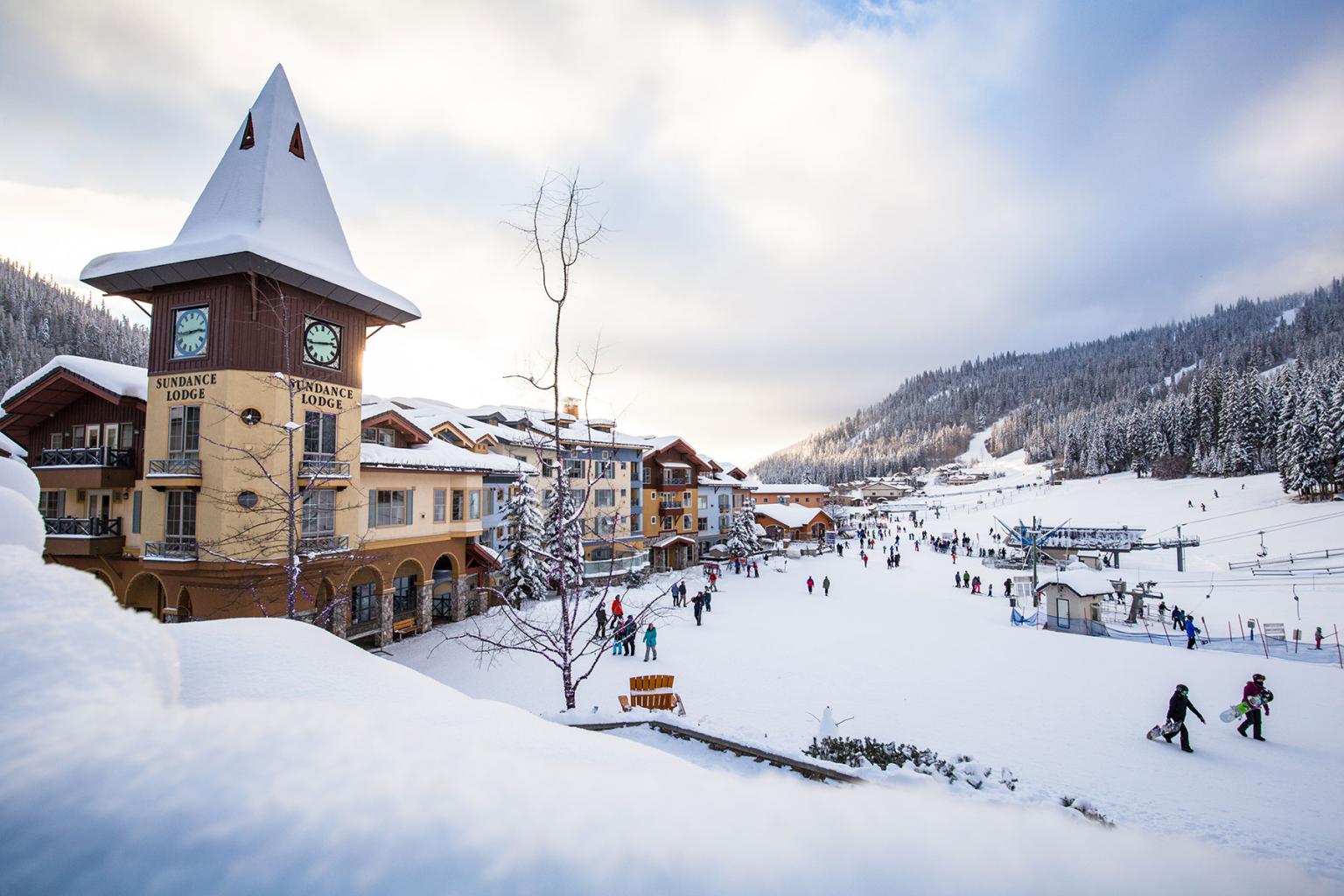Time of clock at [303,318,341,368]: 2:43
